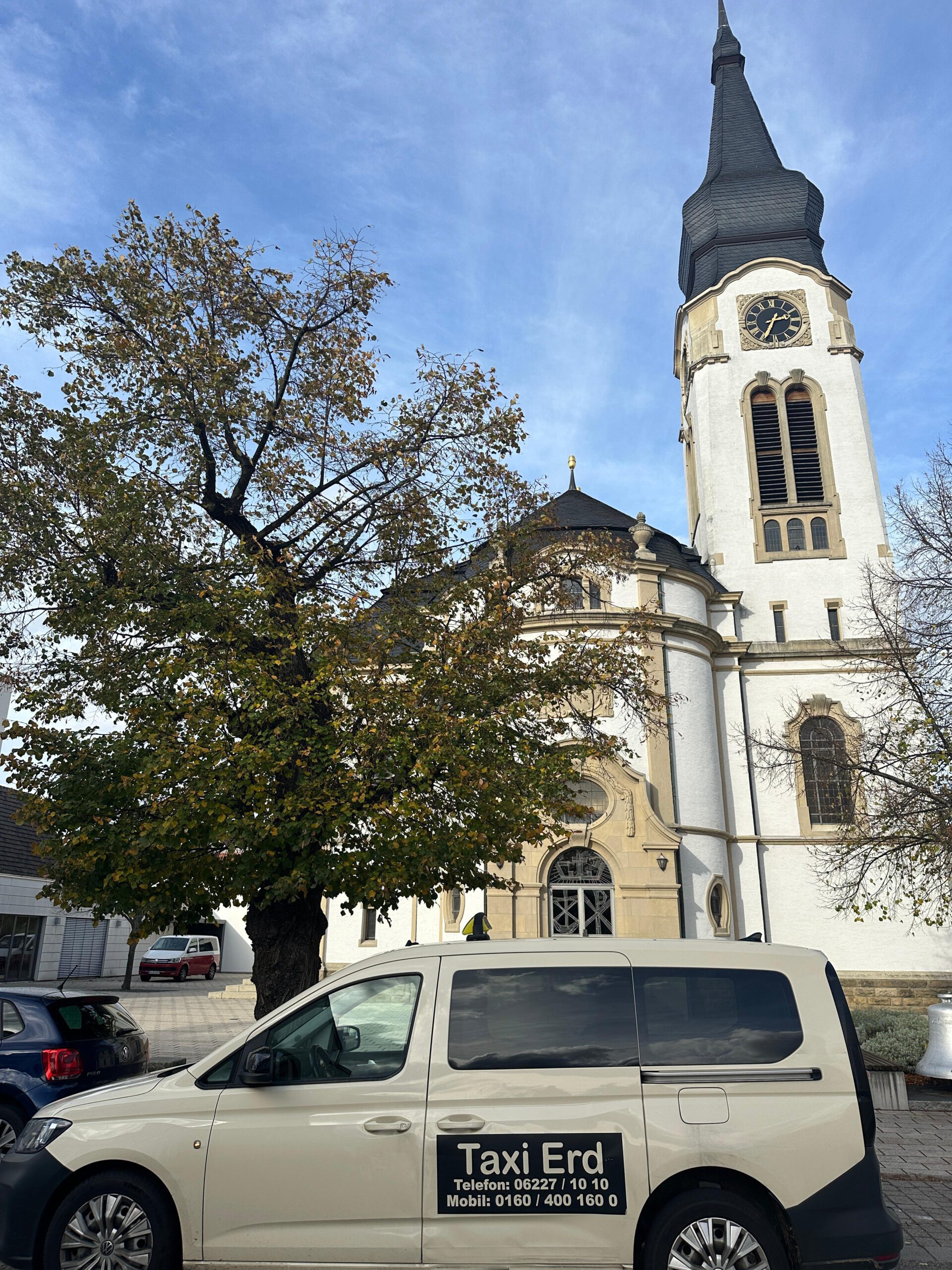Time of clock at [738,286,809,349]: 2:34
